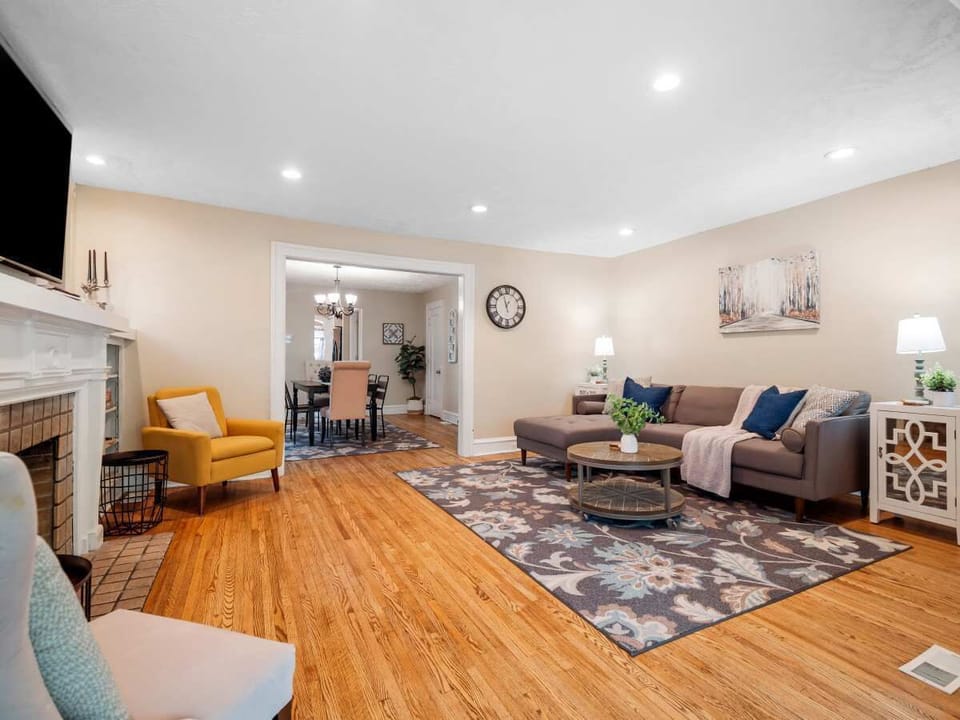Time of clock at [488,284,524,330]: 12:57
